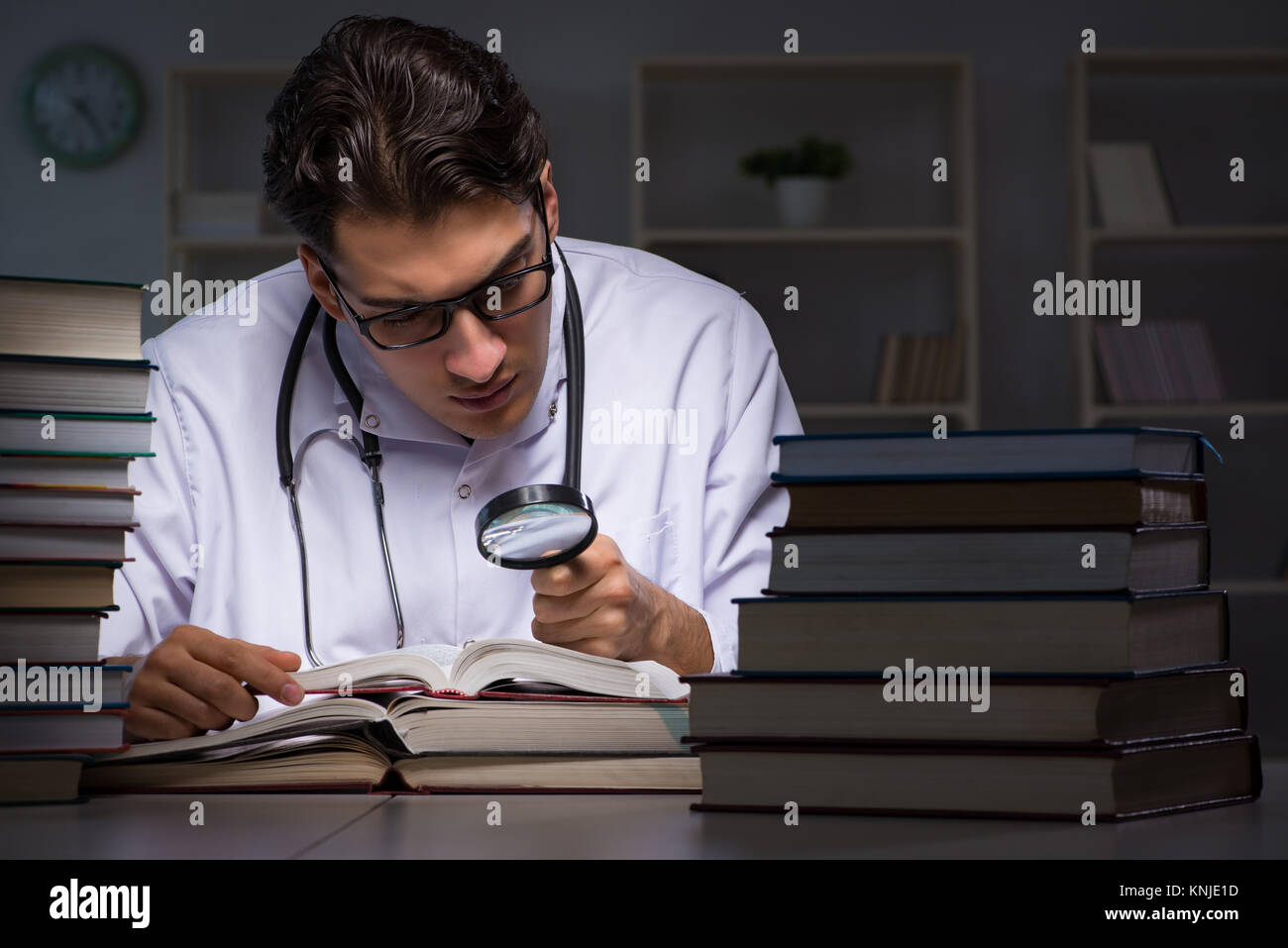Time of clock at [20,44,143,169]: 7:24
